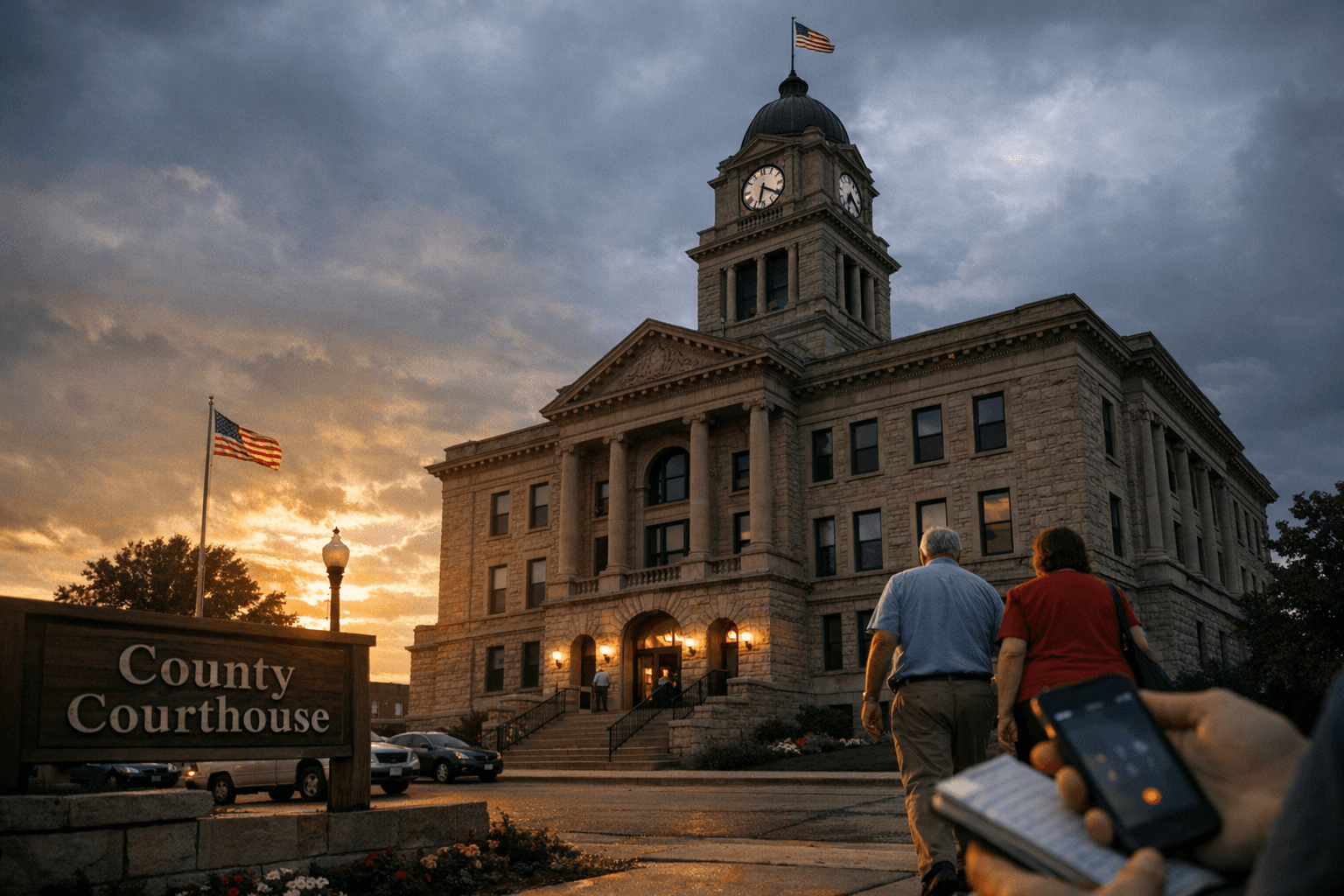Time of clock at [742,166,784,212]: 6:20
